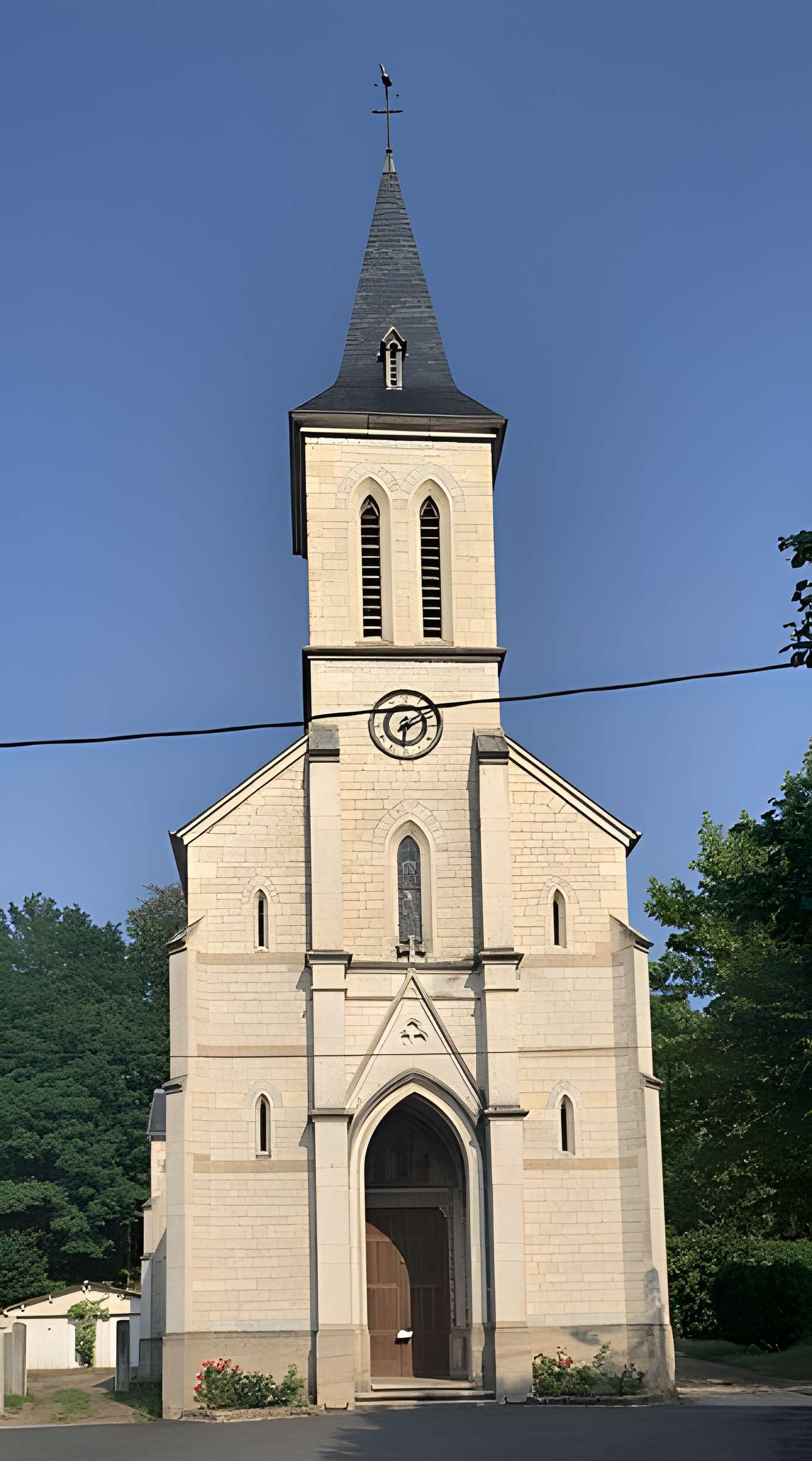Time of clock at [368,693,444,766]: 6:10
